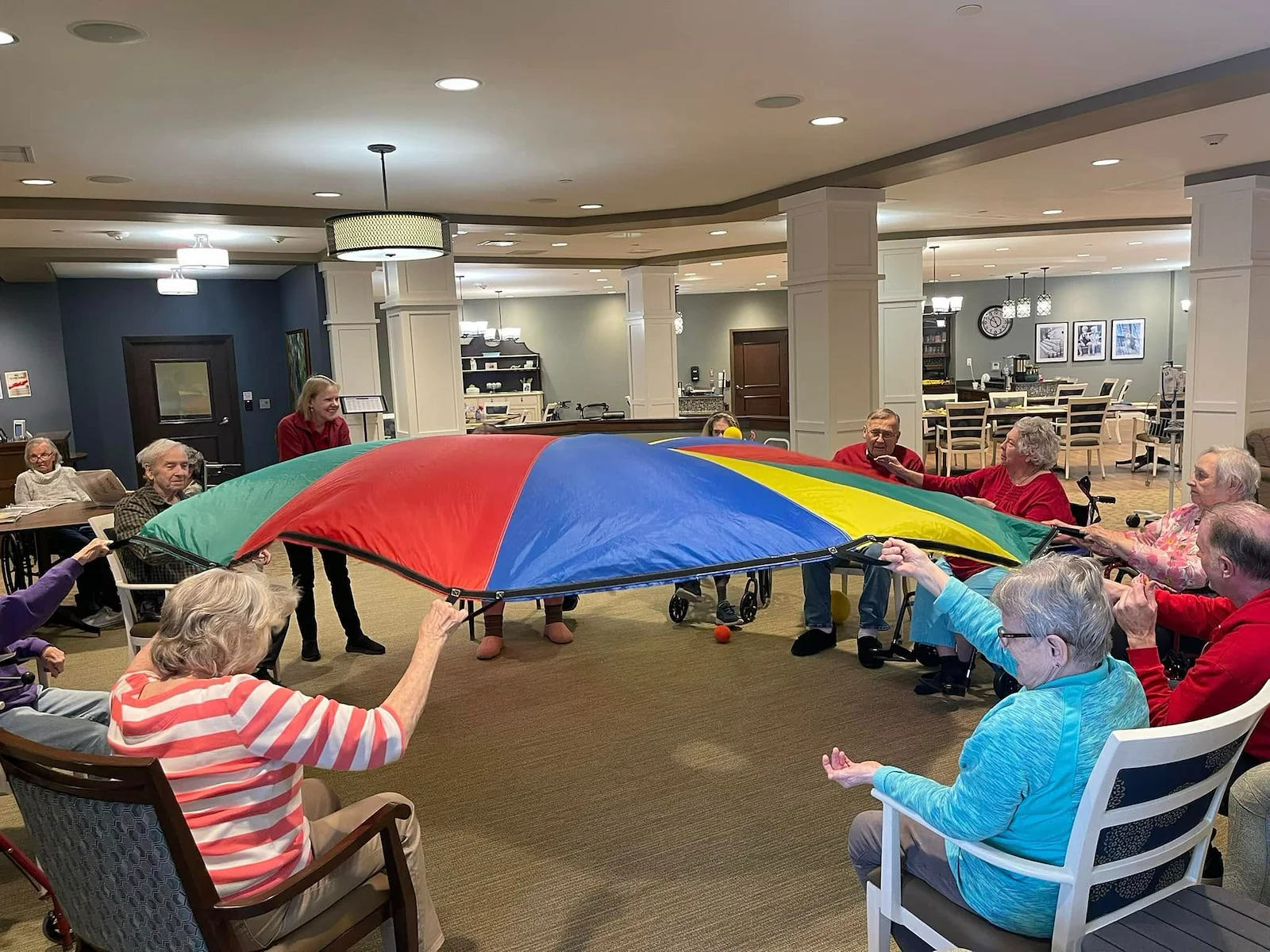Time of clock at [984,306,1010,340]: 9:55
